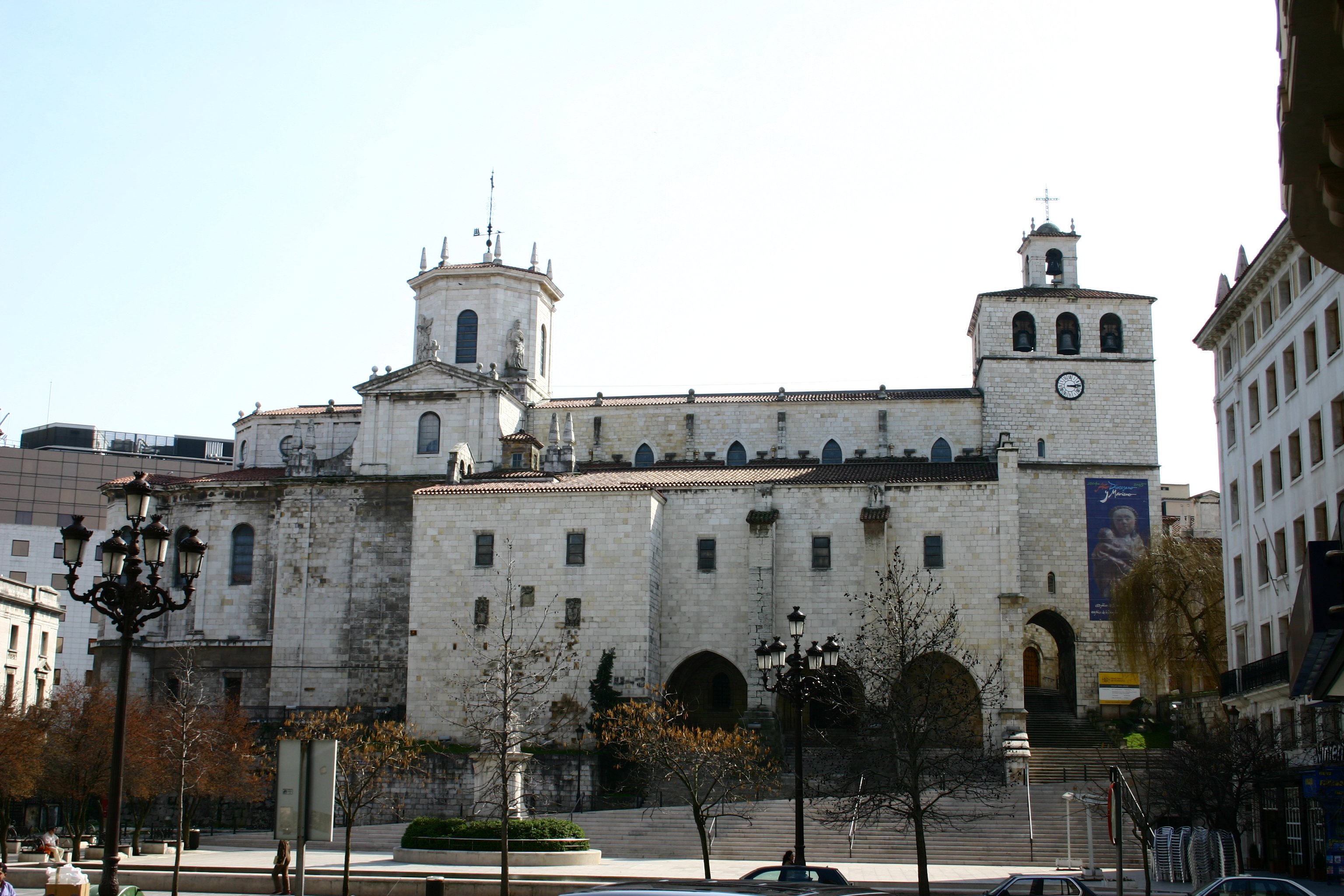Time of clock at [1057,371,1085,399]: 3:13
